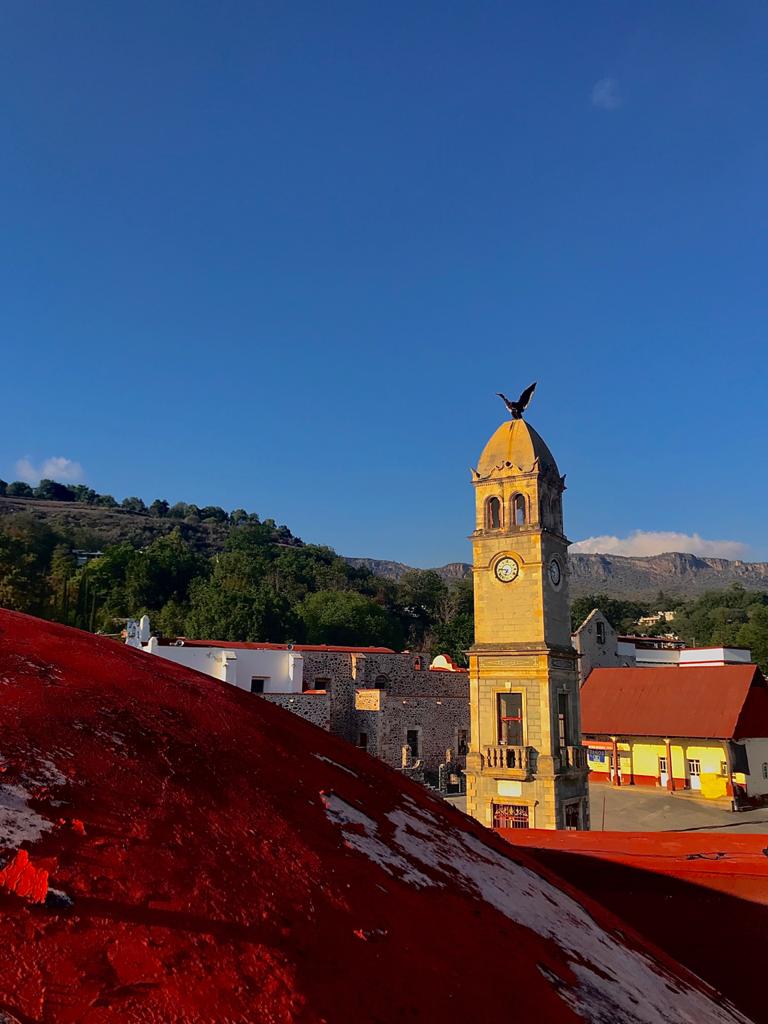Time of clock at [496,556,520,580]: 6:46
